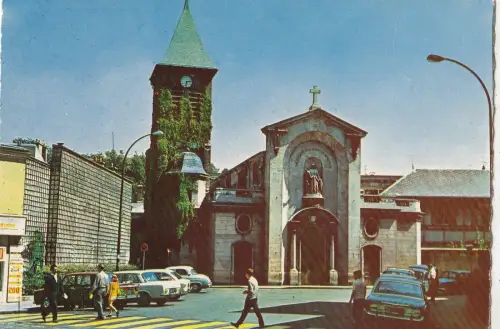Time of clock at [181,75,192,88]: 6:13
